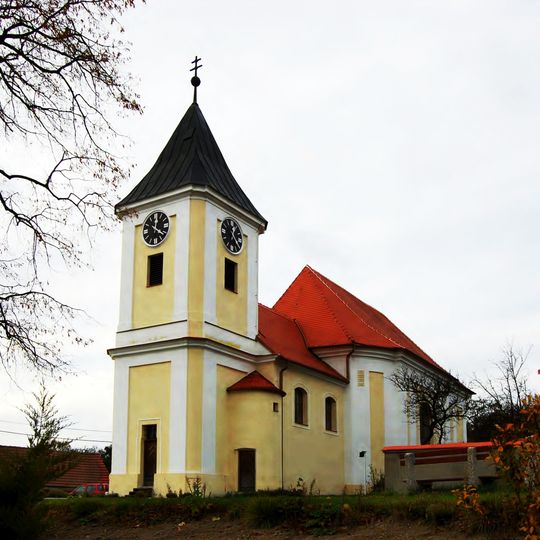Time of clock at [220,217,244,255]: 12:23
